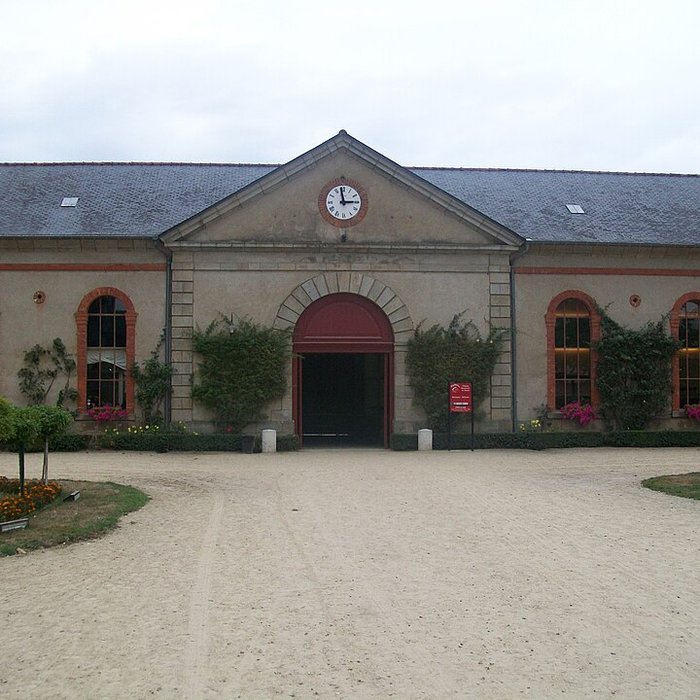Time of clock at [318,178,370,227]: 2:58
